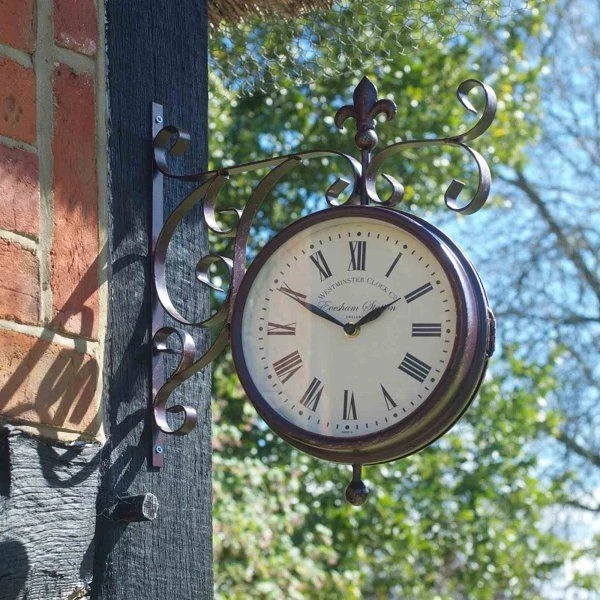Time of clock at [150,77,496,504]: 1:49
